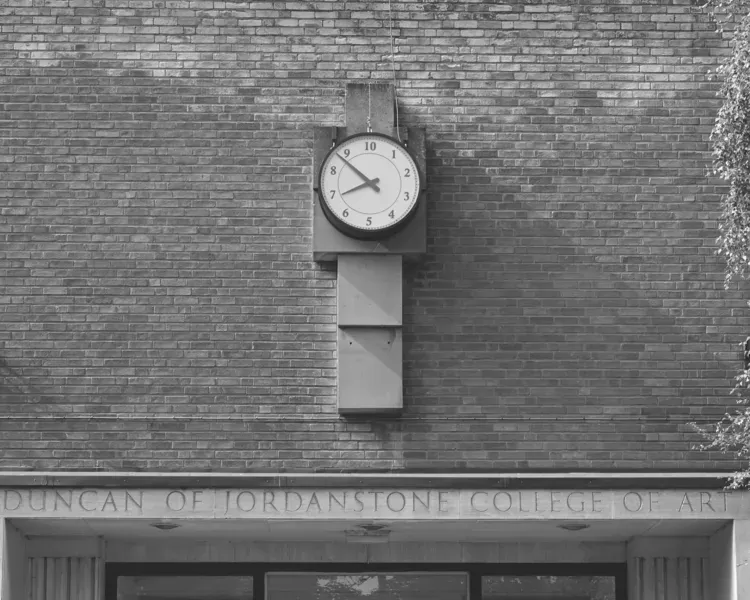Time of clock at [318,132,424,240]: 7:52
